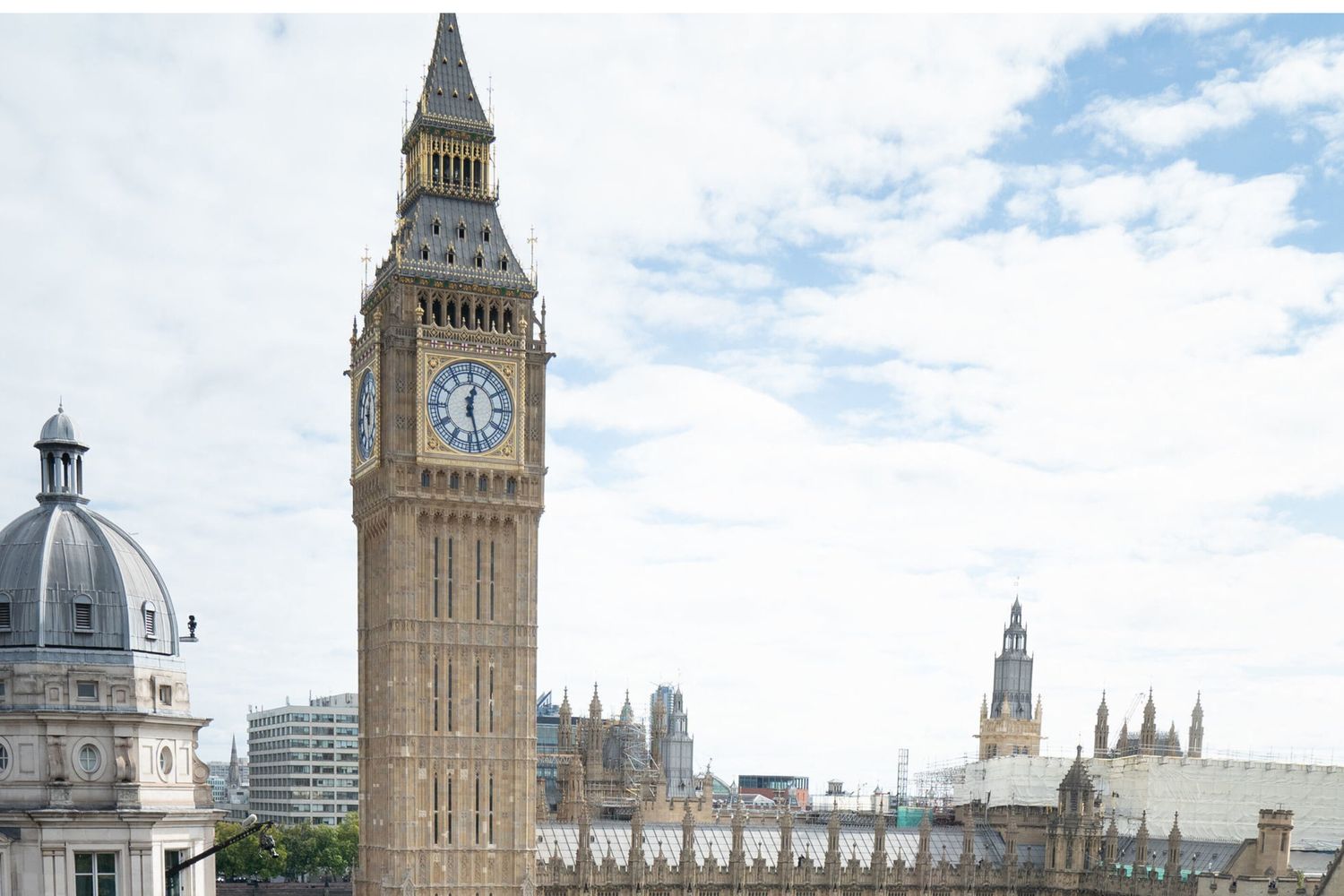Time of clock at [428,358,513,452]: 12:27
